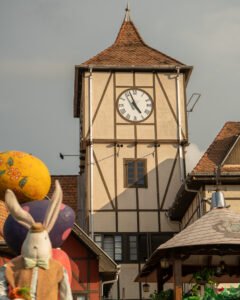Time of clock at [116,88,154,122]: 4:56
